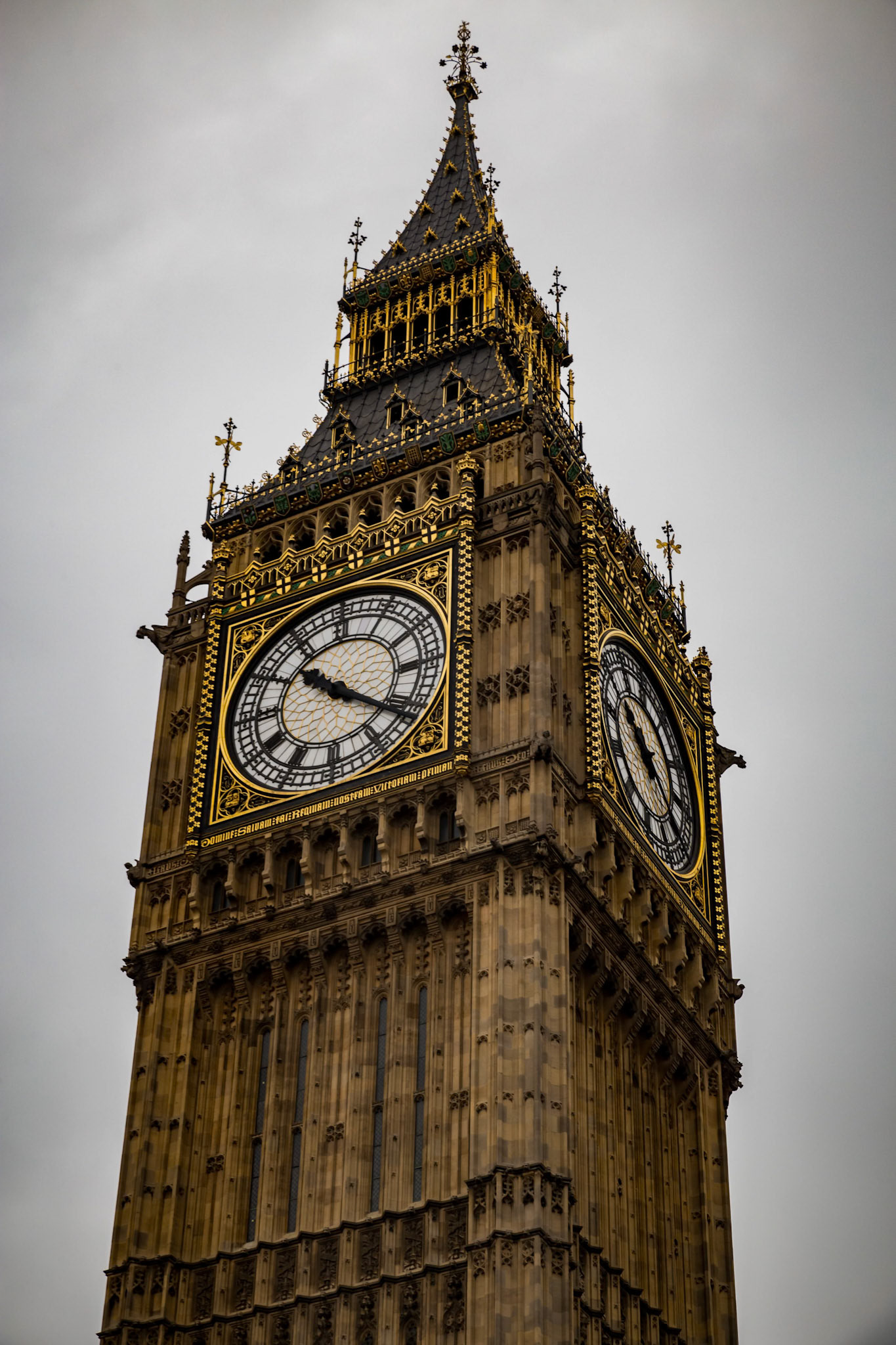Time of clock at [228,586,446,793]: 10:20
